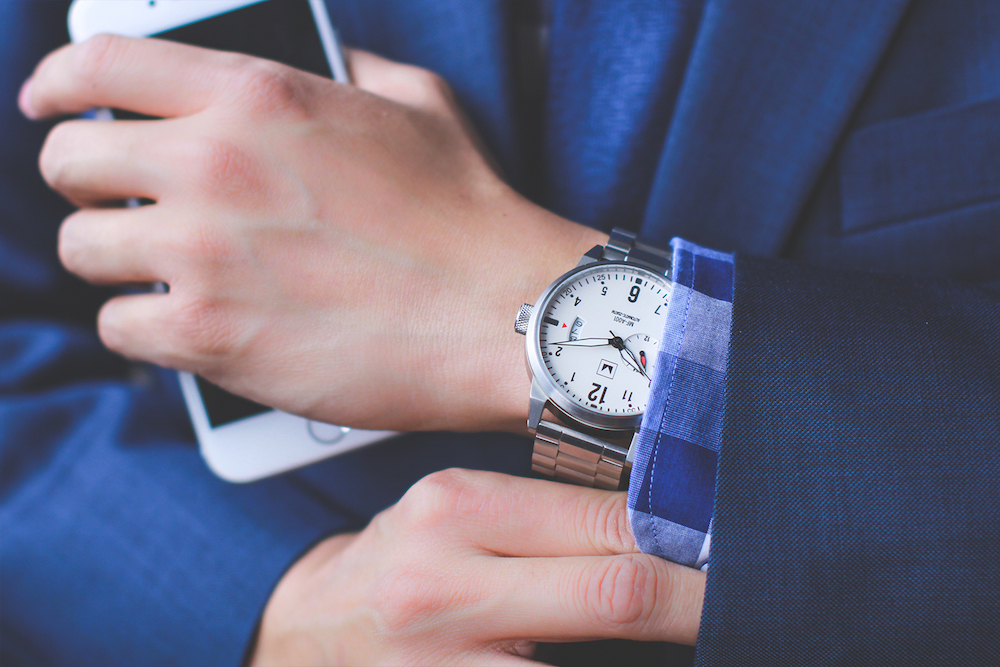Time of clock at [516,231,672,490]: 3:42
